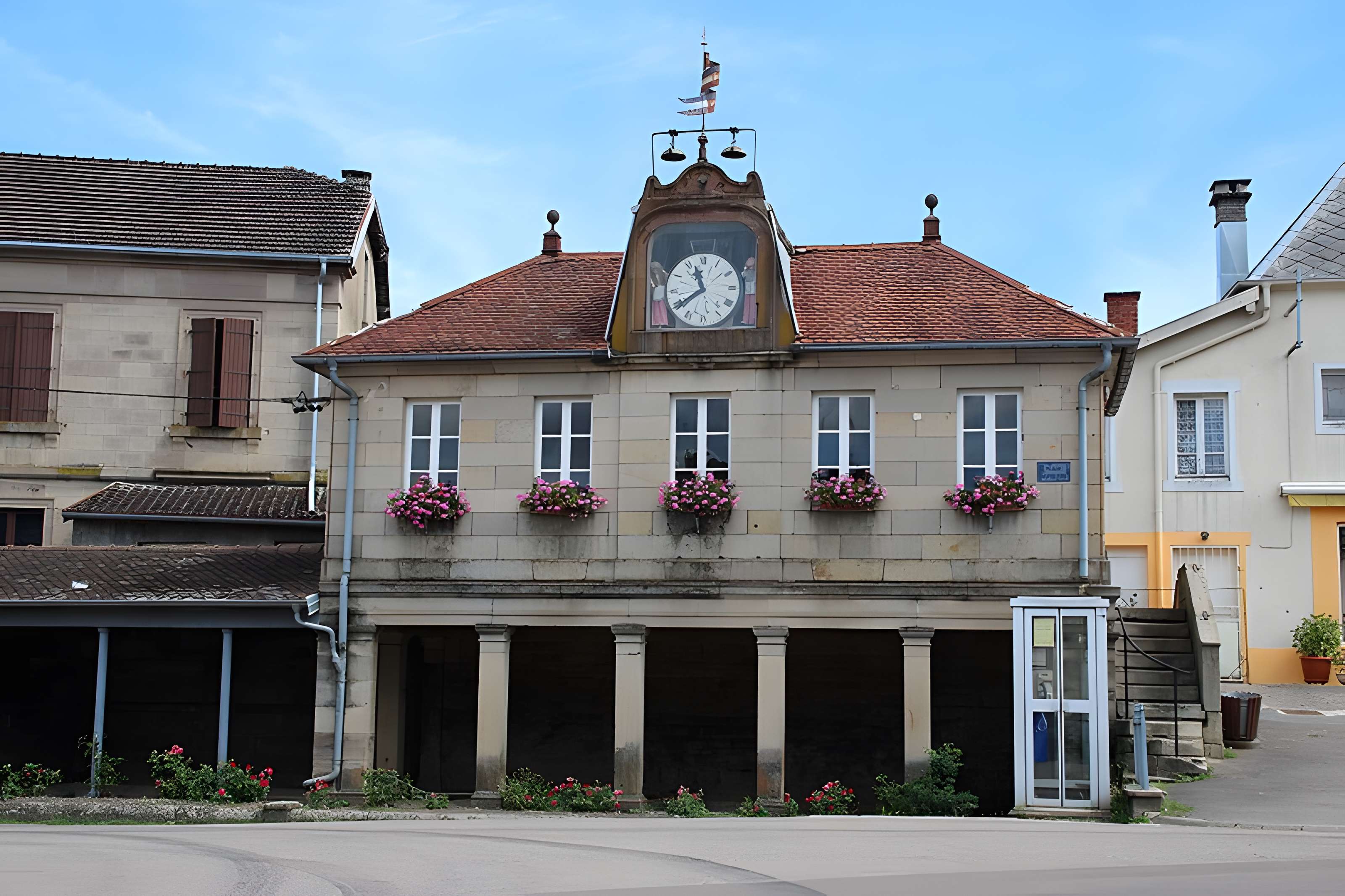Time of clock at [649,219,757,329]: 11:39
